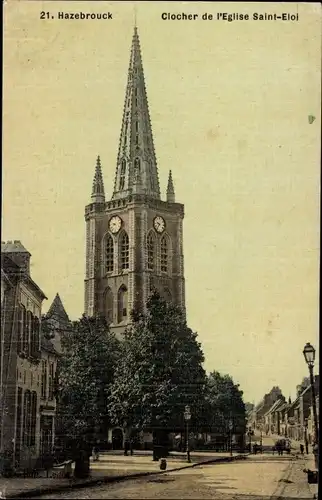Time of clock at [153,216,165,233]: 9:36
